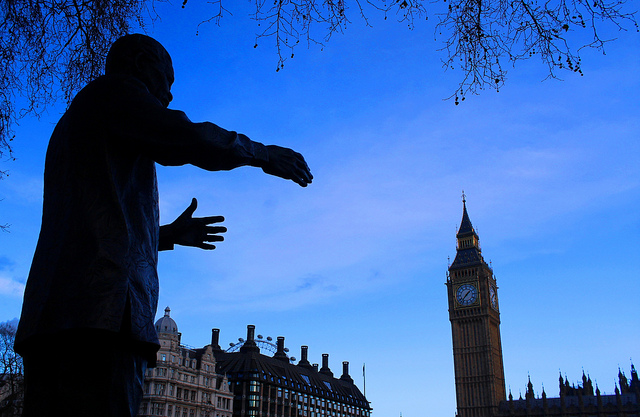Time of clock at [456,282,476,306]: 1:37
